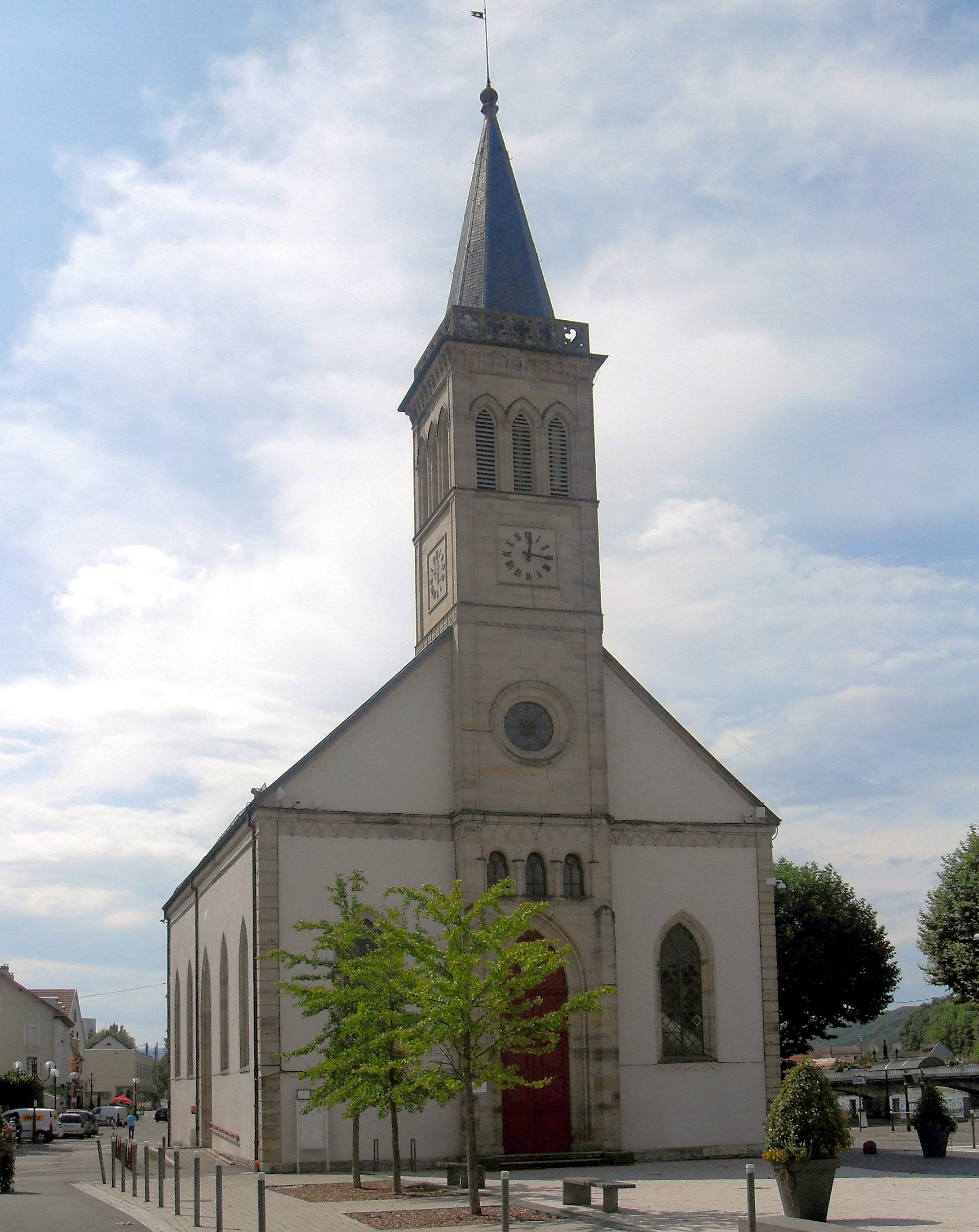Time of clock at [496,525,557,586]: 12:16
